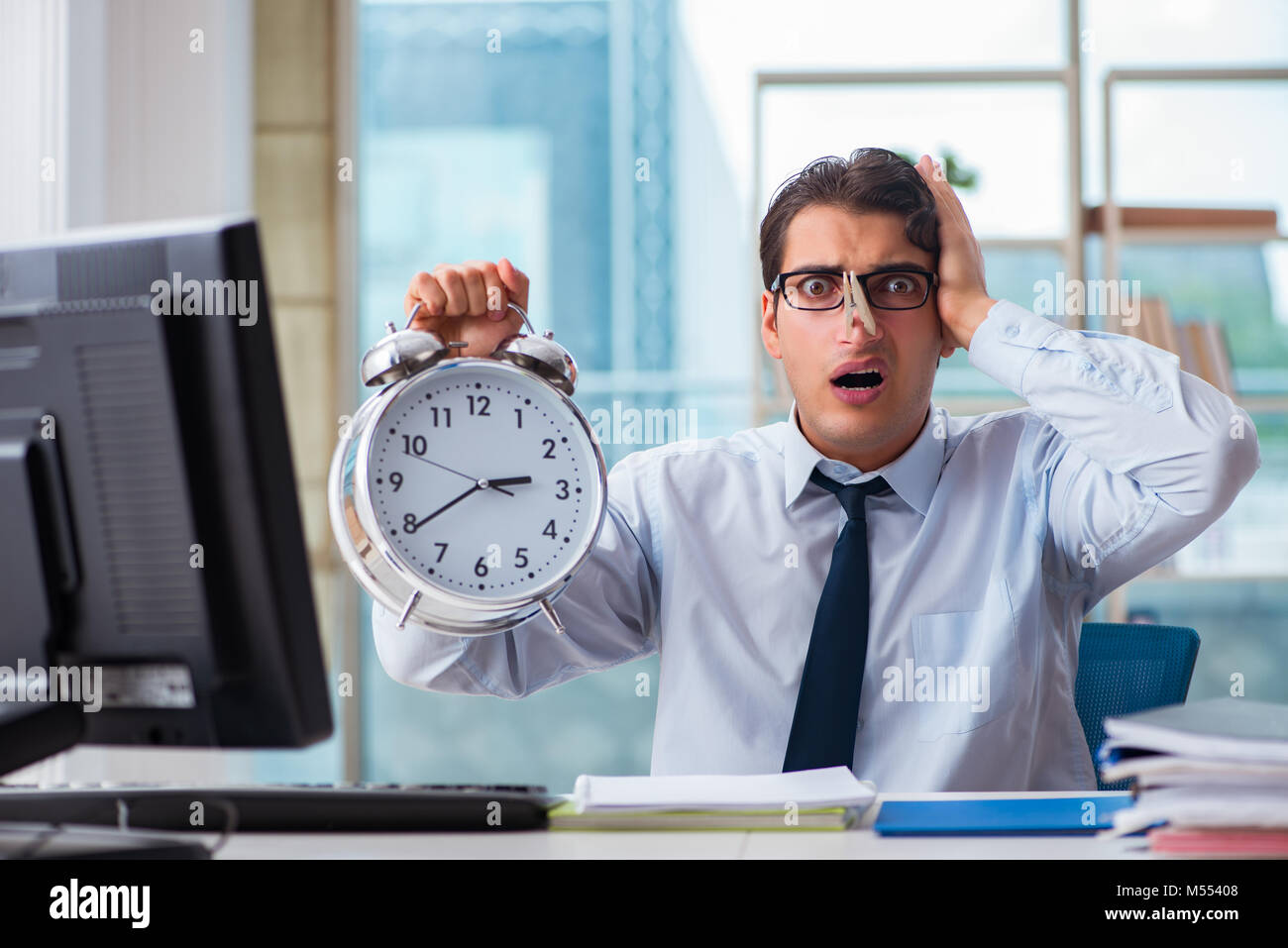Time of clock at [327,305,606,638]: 2:39
